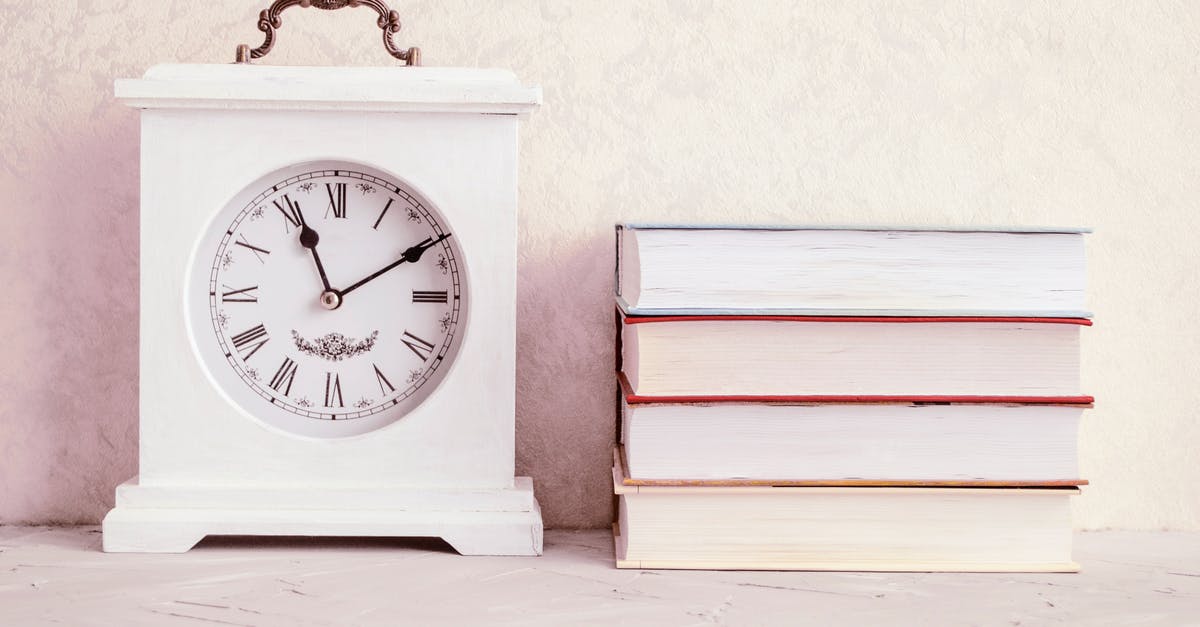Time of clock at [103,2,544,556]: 11:09
